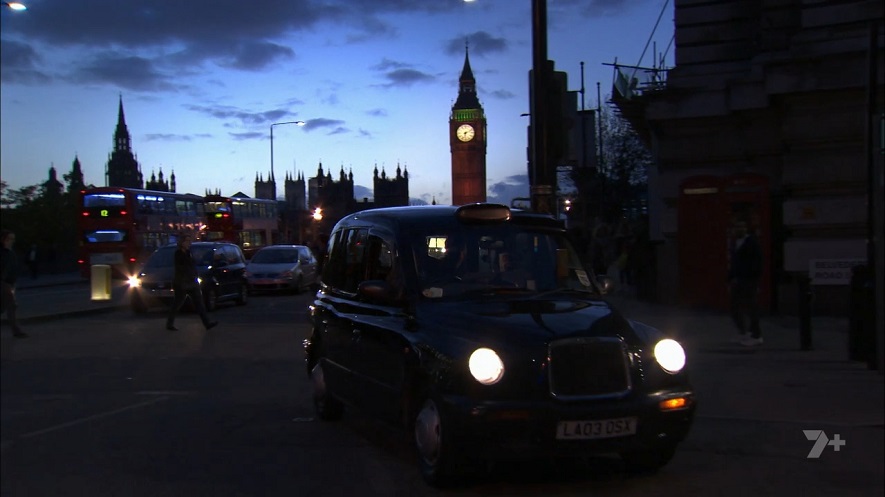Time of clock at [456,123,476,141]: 6:11
